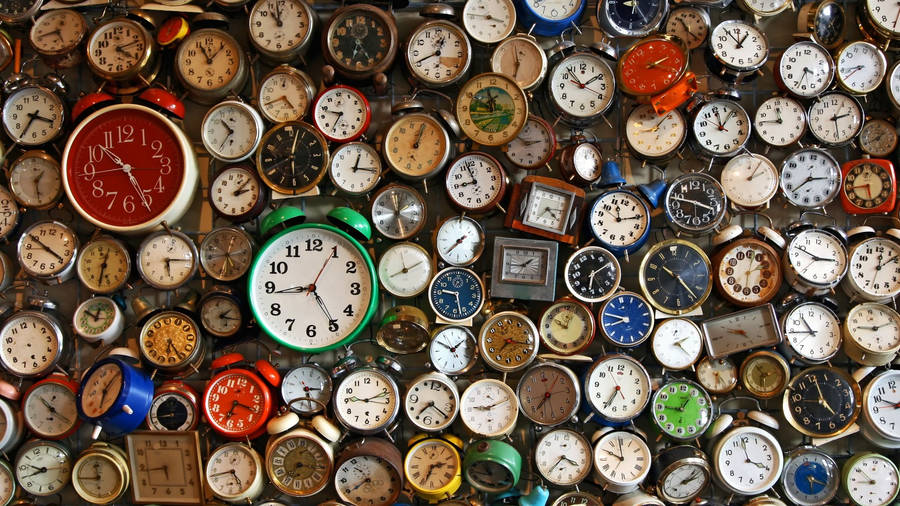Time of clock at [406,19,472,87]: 12:40
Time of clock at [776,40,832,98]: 3:33
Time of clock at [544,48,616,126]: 1:53
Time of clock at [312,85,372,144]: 9:36
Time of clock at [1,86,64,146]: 3:35
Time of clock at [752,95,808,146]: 11:46
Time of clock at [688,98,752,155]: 12:08
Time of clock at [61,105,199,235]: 10:25
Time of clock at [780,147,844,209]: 2:37
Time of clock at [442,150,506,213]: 8:57
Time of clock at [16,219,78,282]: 3:49
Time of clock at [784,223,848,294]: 2:48
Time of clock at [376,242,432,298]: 8:10
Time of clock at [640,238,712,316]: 10:23
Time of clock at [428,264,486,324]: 9:27
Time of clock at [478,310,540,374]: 7:16
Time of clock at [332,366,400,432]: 9:11
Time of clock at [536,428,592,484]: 3:35
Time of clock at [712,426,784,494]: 3:58
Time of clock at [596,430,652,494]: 9:59
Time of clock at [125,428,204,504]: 5:43
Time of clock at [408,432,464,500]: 2:33
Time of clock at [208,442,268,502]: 4:42
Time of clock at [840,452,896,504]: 8:51
